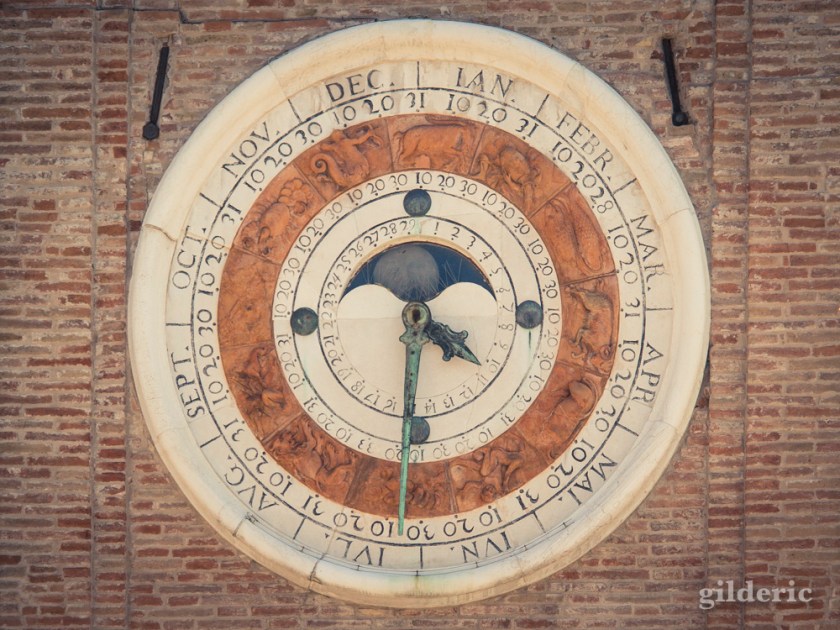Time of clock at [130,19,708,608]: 3:29
